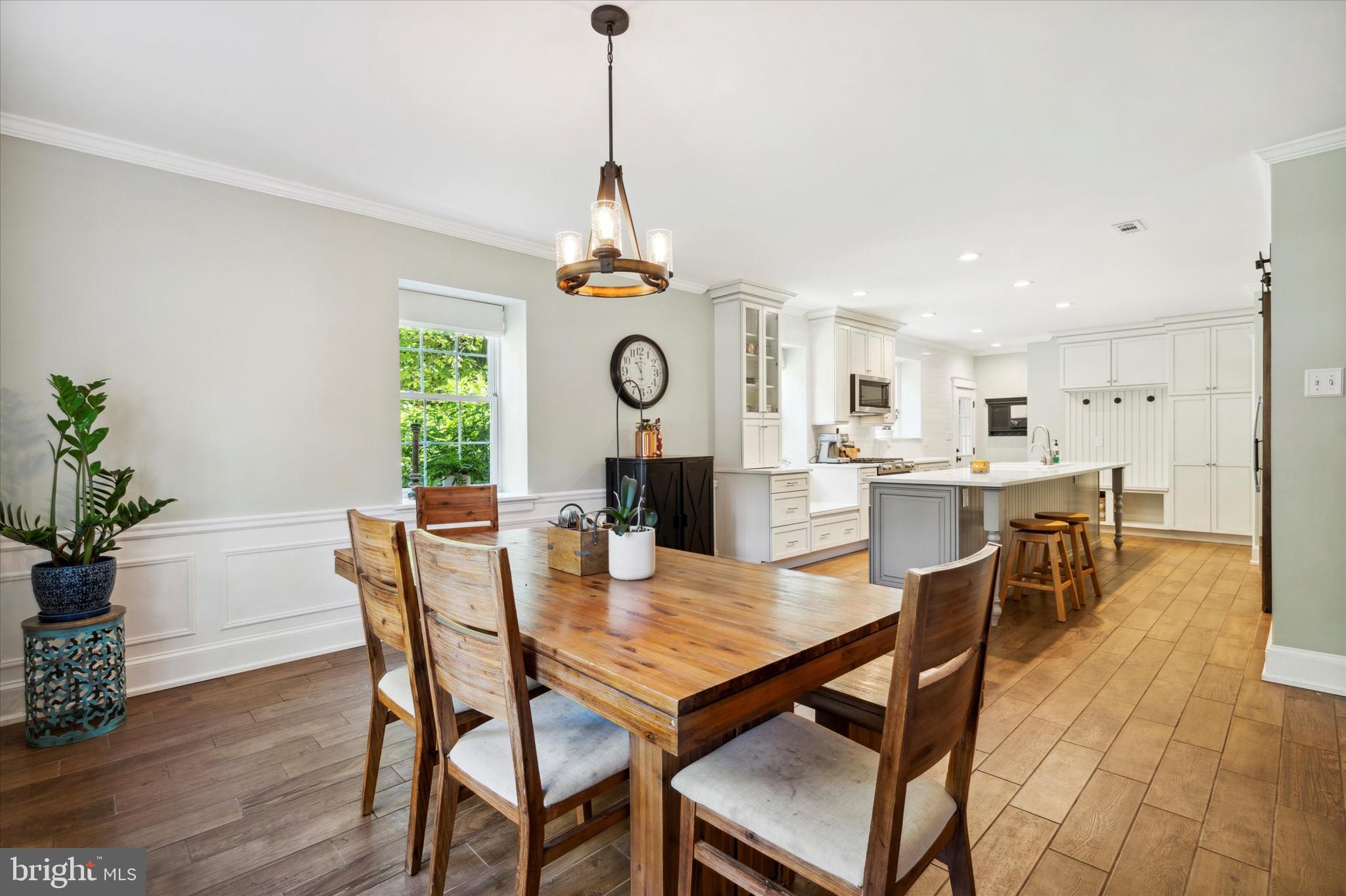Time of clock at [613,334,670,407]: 11:00
